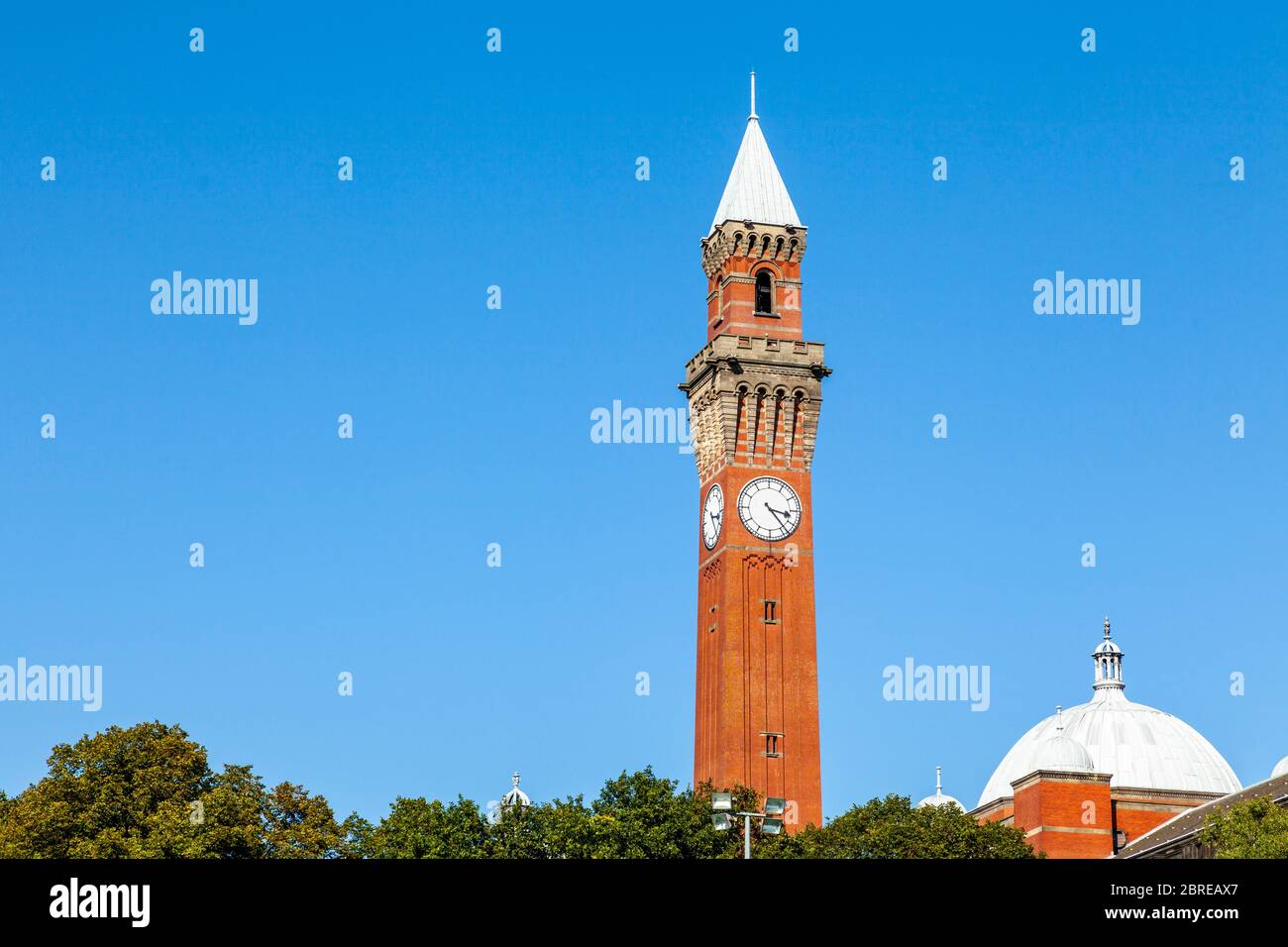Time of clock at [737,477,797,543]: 3:23
